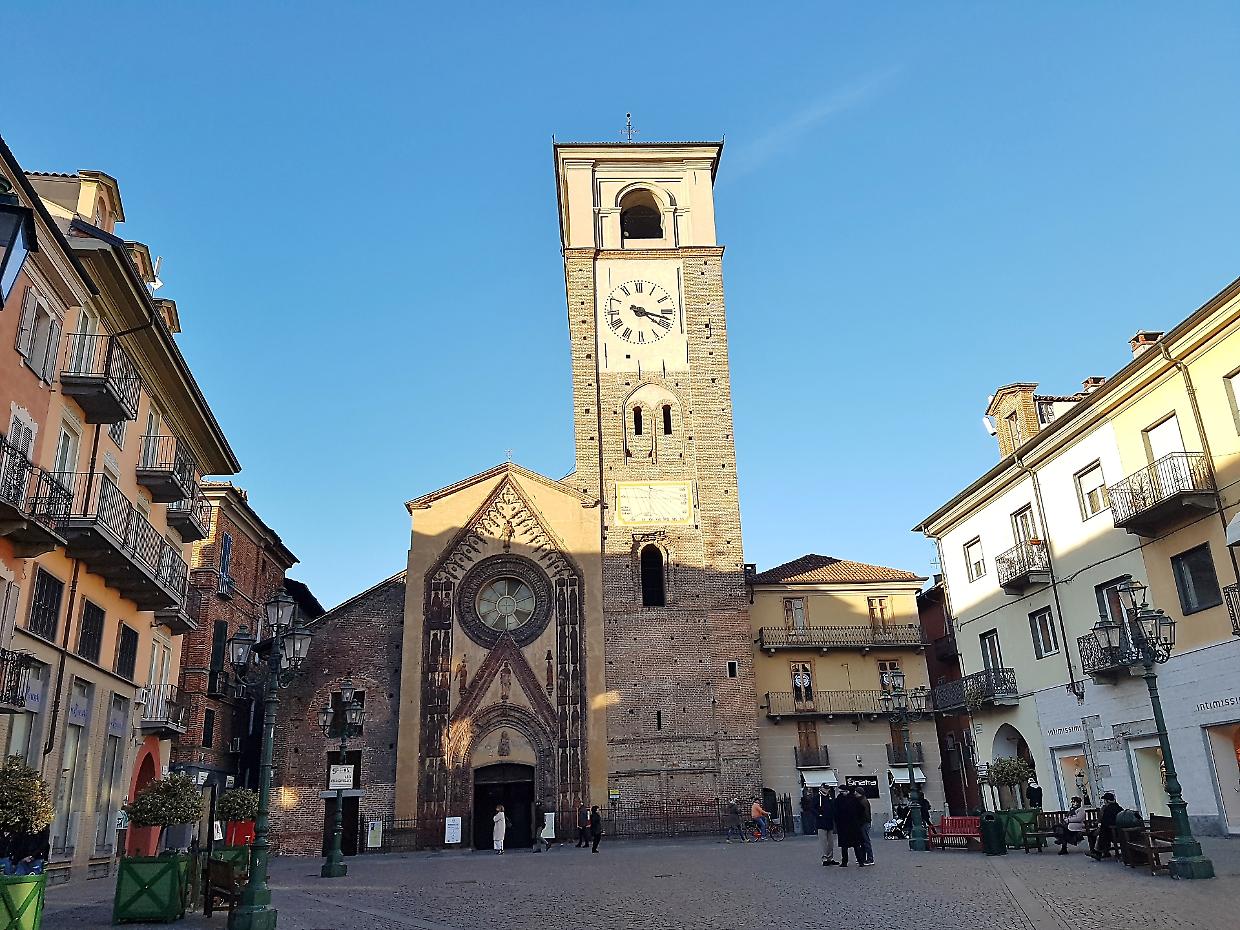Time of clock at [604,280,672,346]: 4:17
